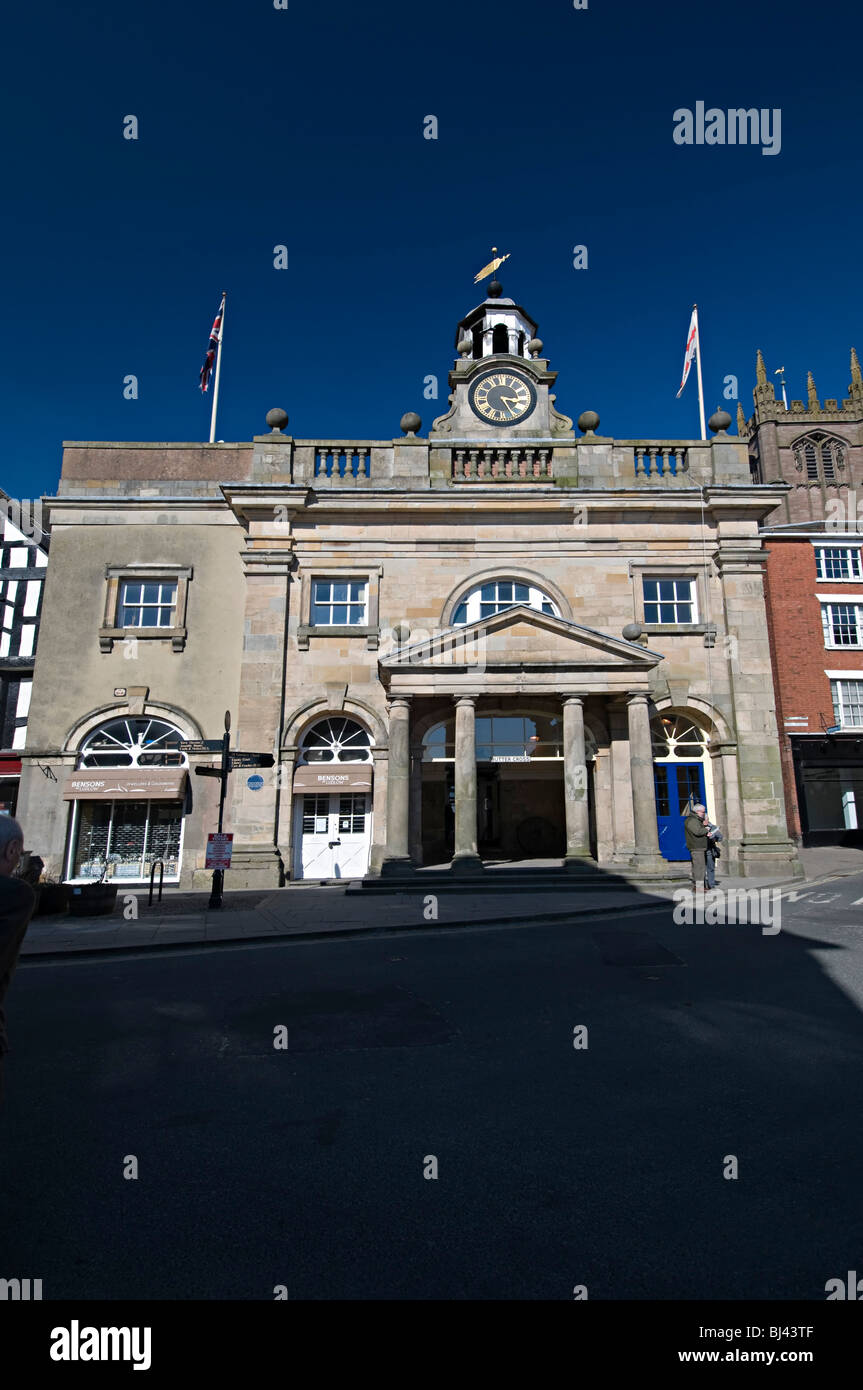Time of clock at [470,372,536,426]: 3:24
